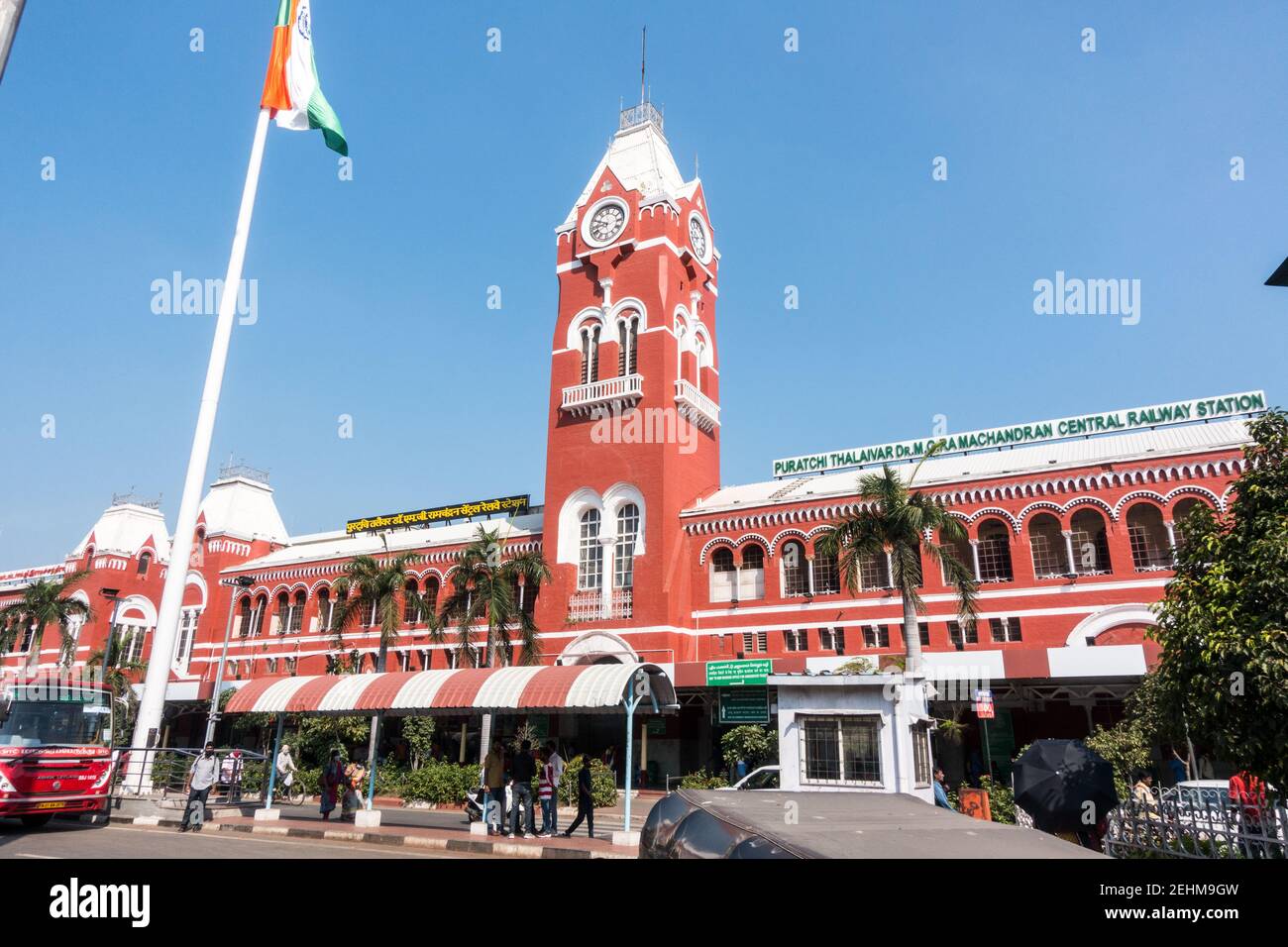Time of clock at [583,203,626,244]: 9:42
